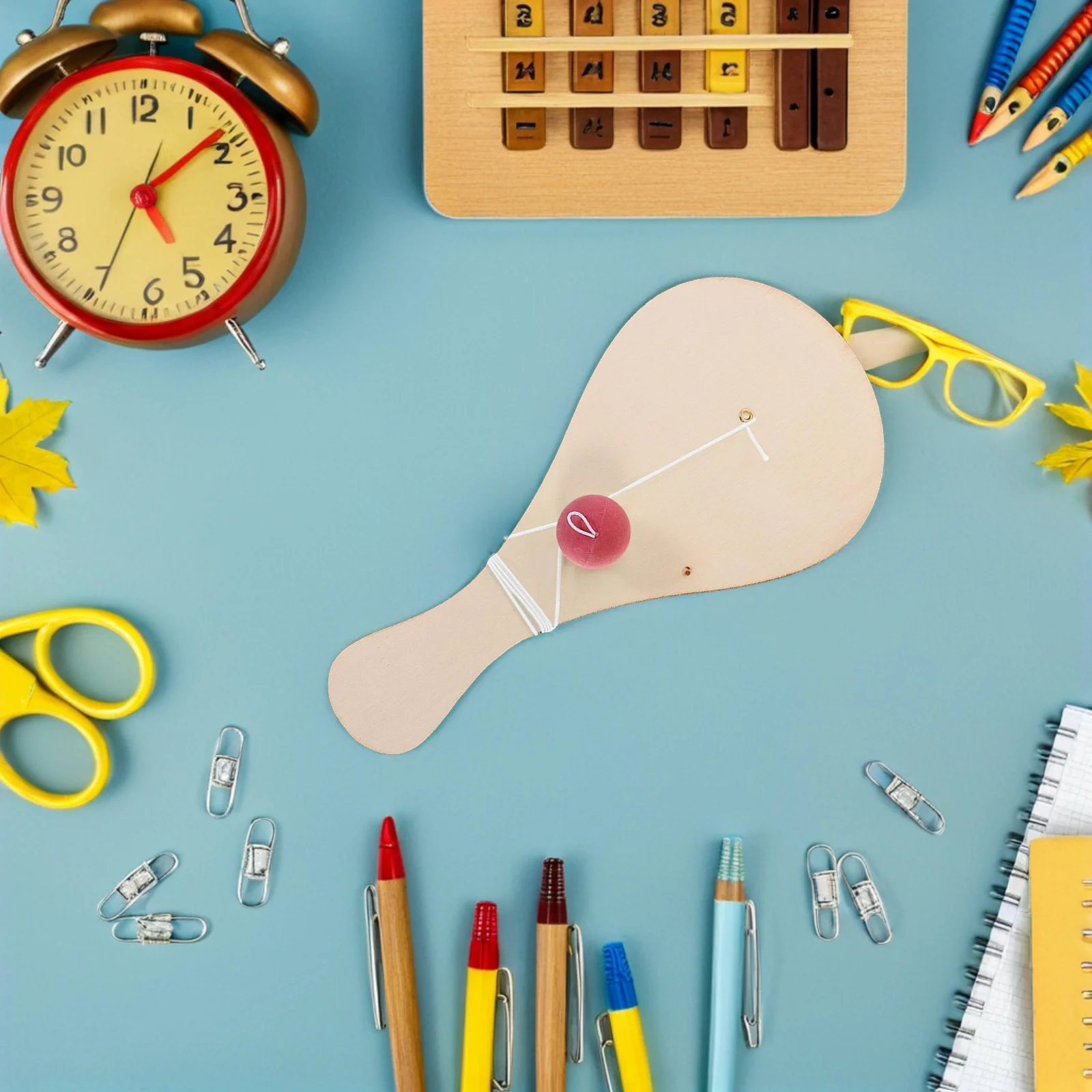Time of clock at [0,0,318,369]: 5:08
